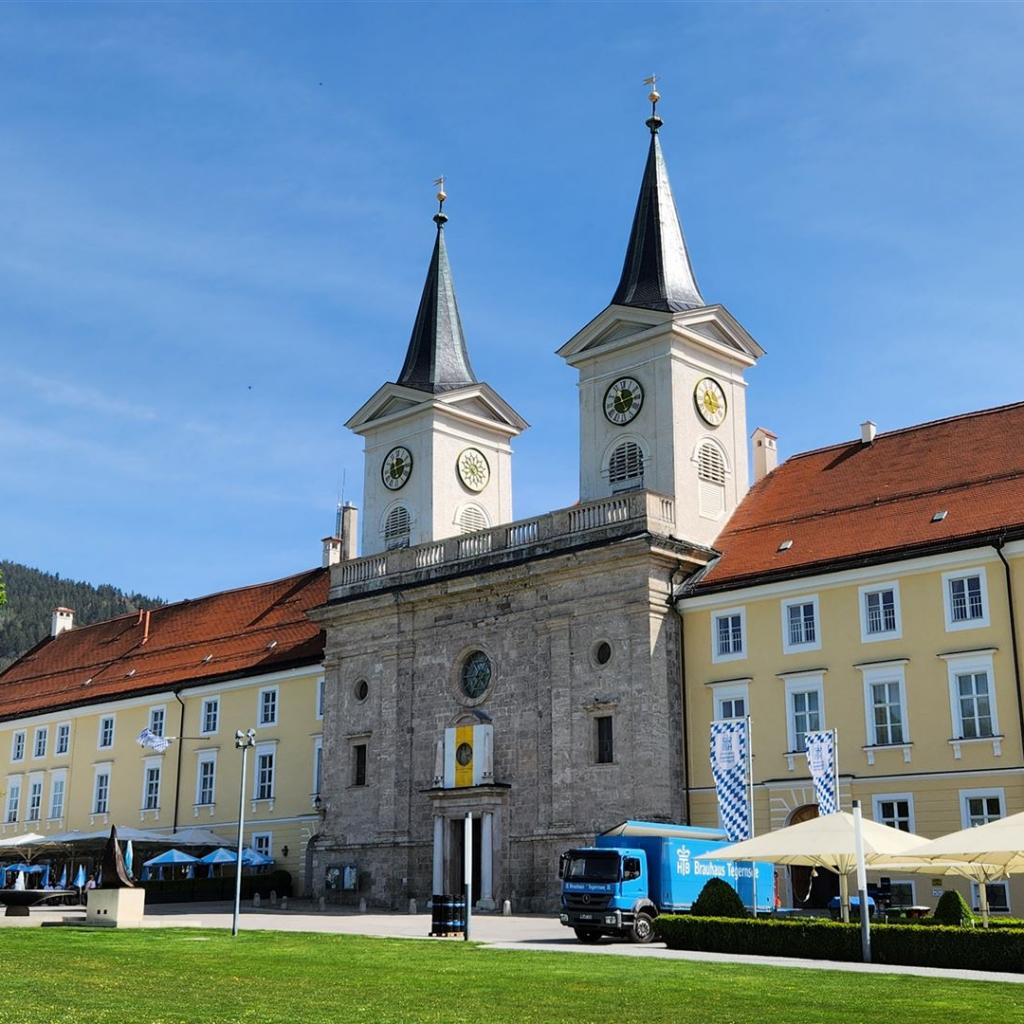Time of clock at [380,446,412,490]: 12:13
